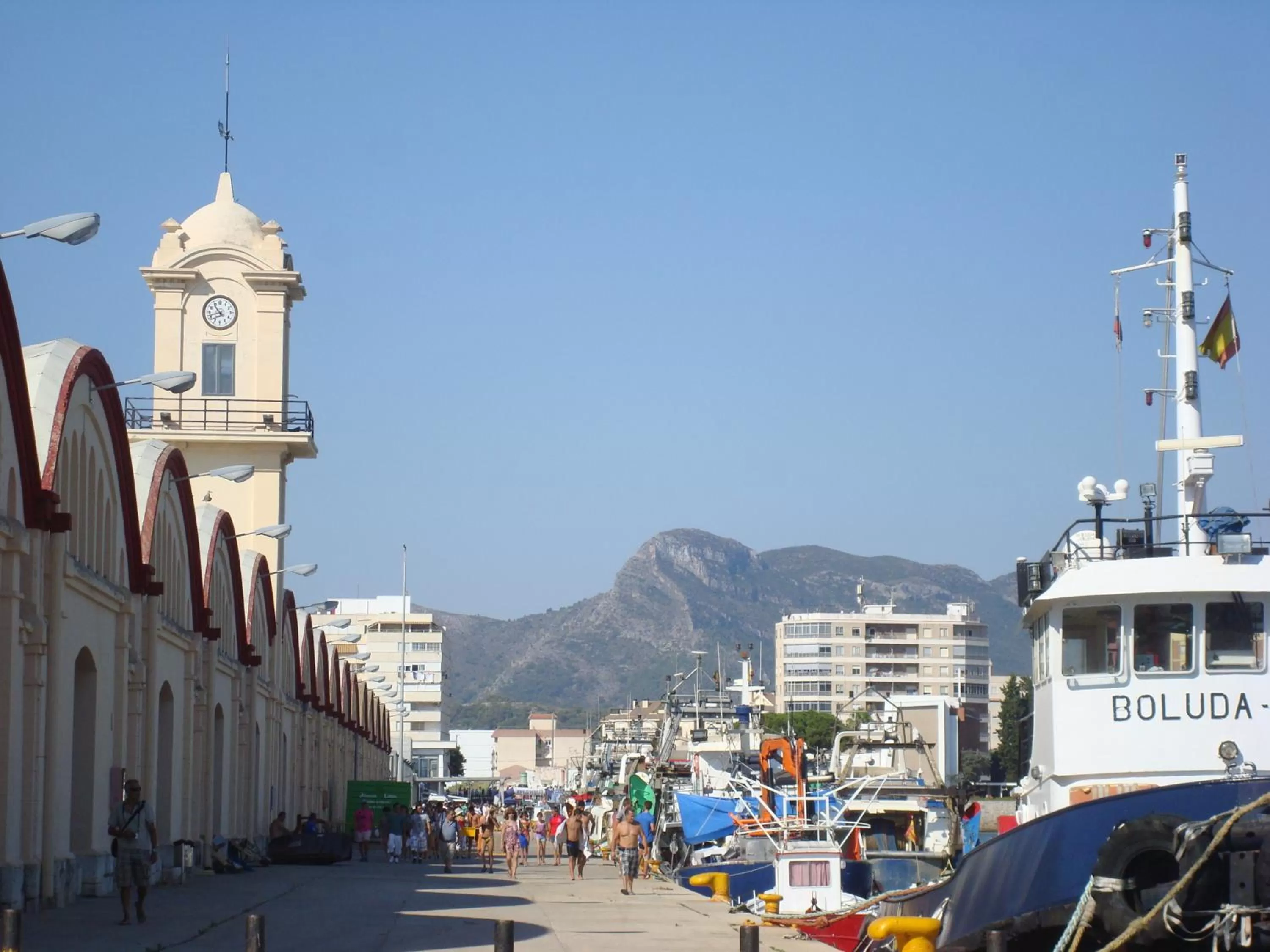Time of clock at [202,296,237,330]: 10:42
